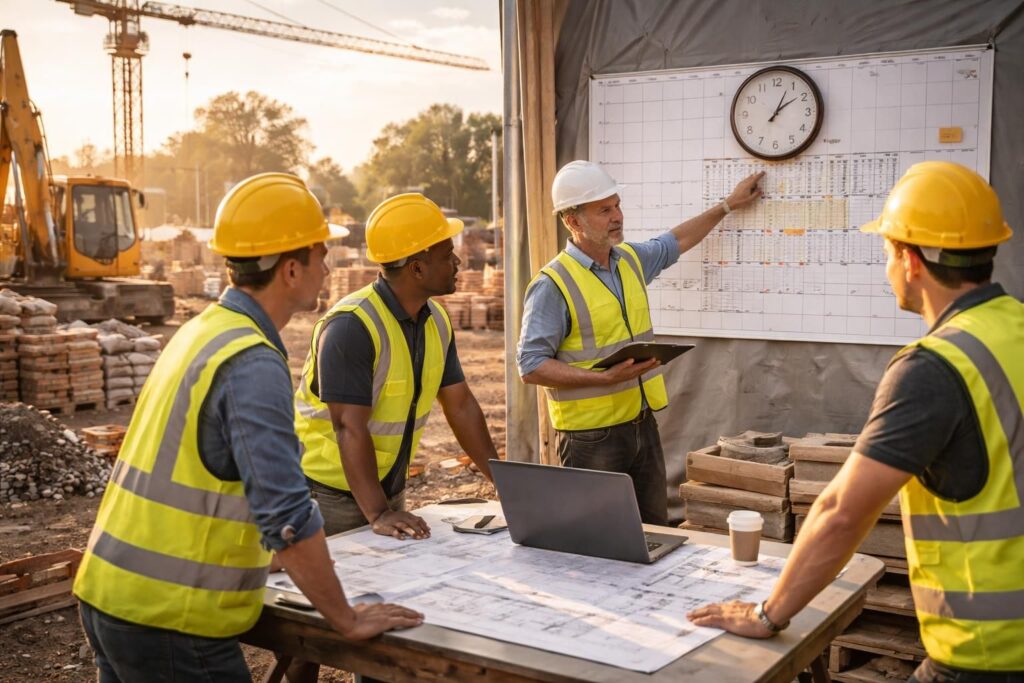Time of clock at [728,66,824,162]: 1:09
